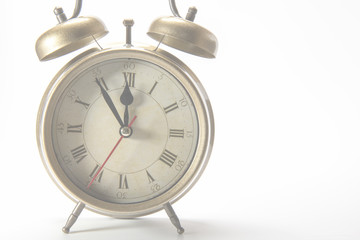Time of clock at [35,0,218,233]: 11:54
